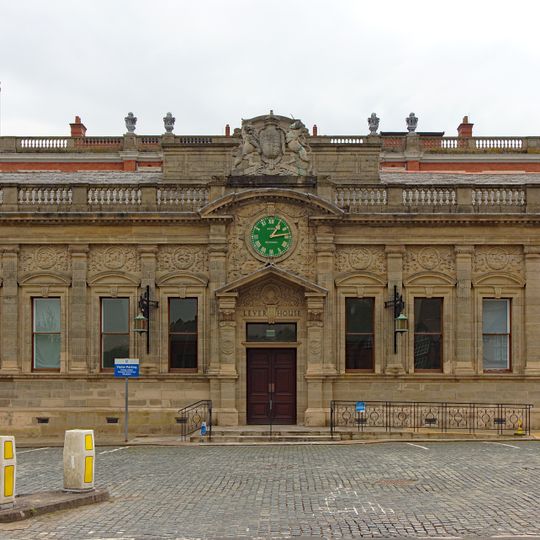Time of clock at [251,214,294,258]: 1:13
